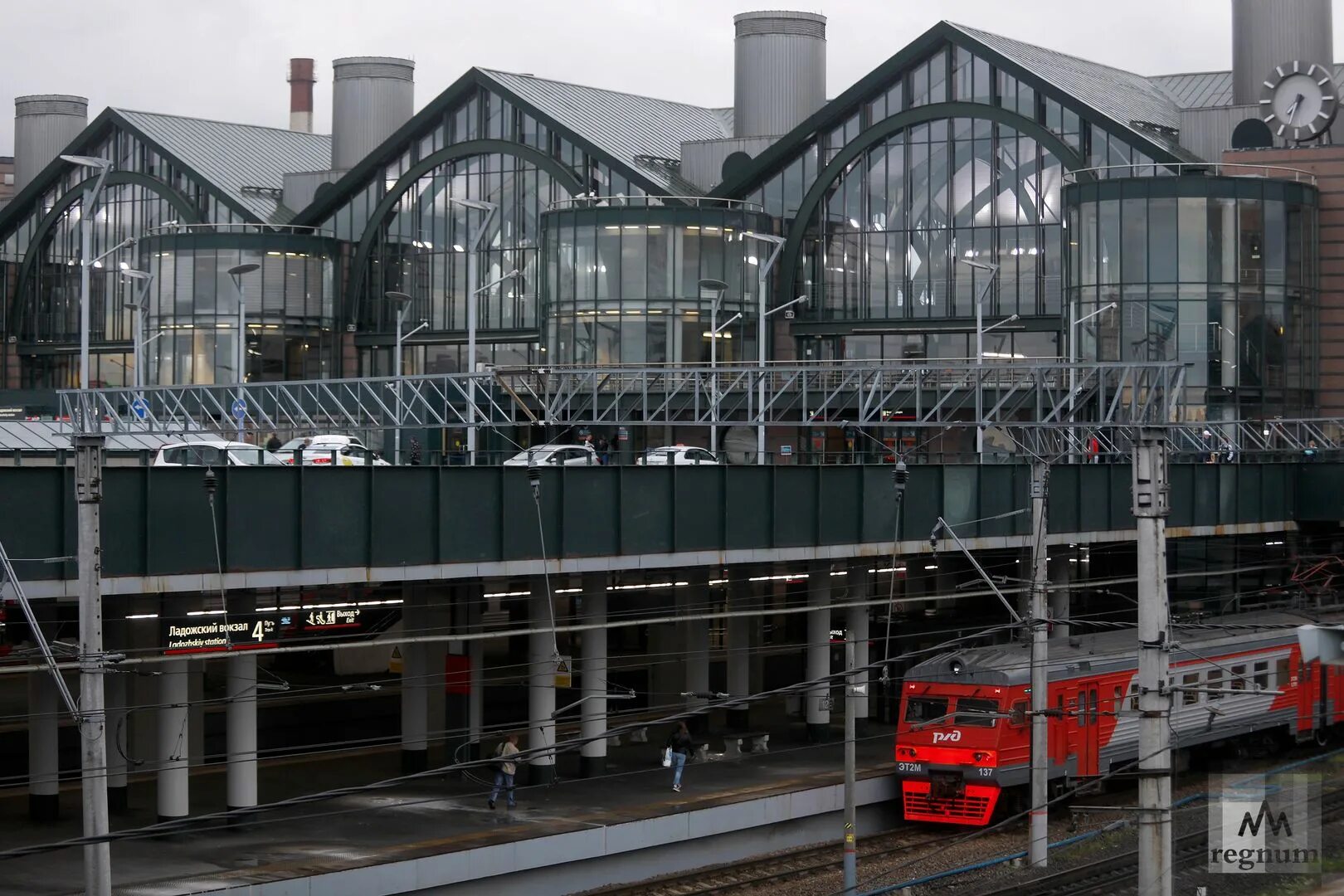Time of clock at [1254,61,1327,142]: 7:33
